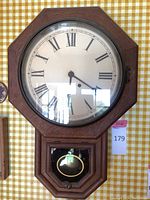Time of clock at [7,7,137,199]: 4:20
